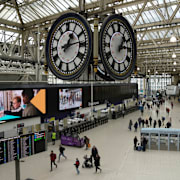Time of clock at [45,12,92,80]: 1:13
